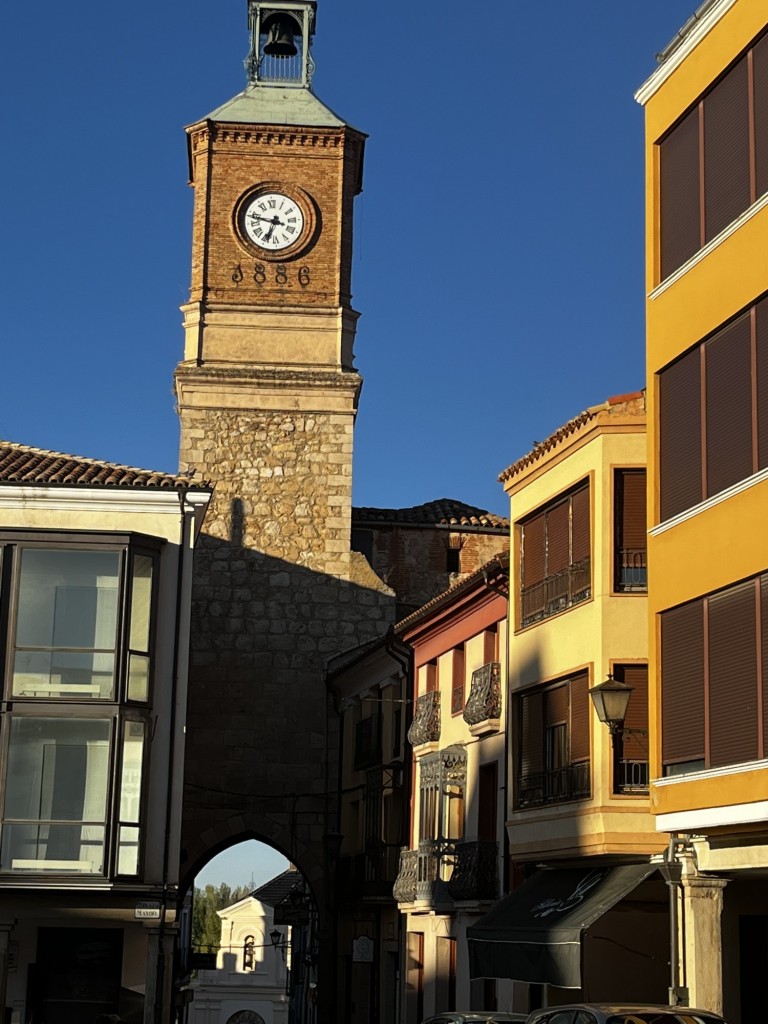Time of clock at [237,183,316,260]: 6:47
